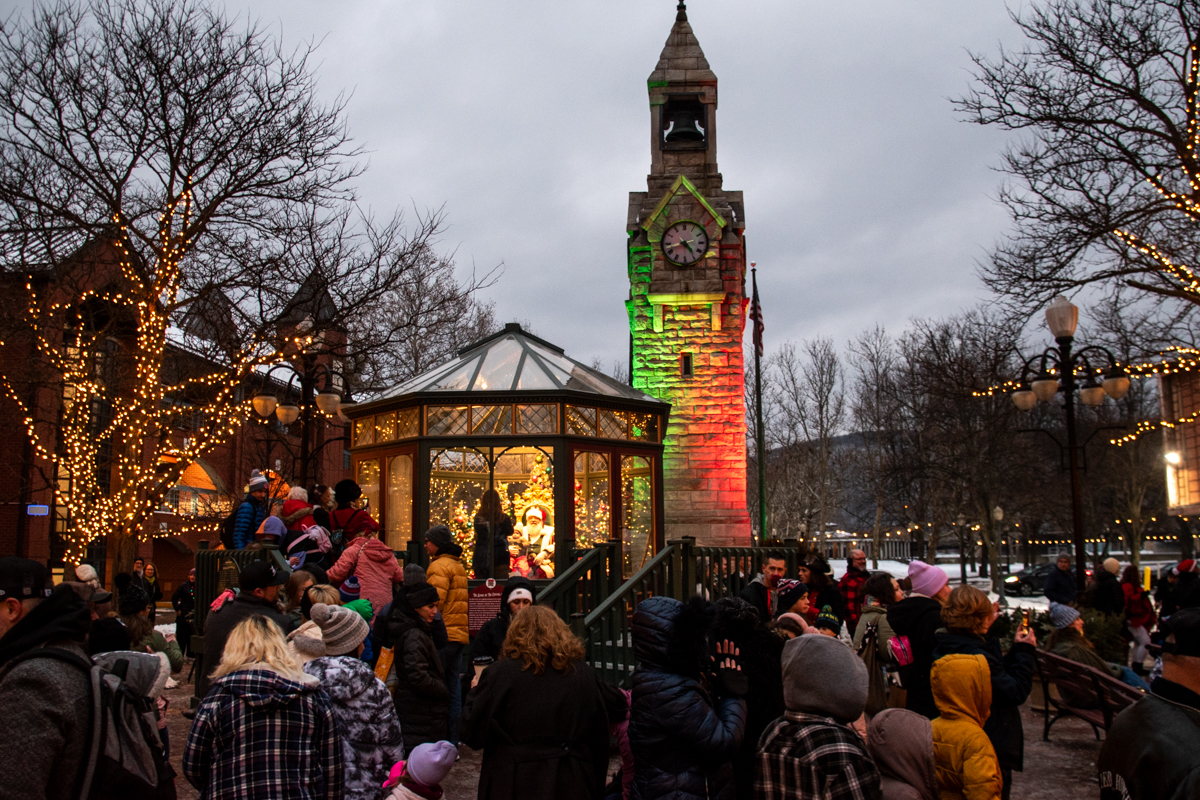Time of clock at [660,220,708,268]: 4:42
